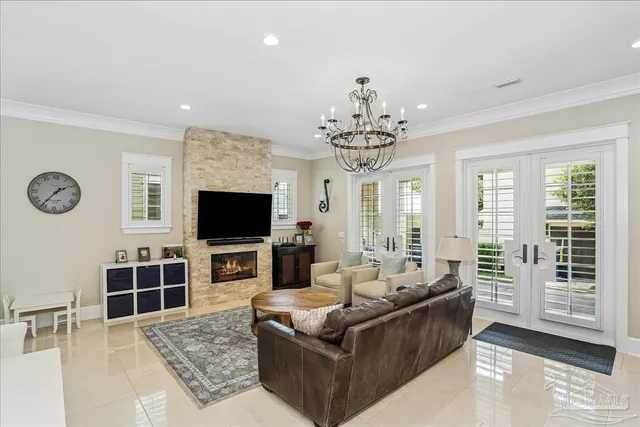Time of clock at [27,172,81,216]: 1:36
